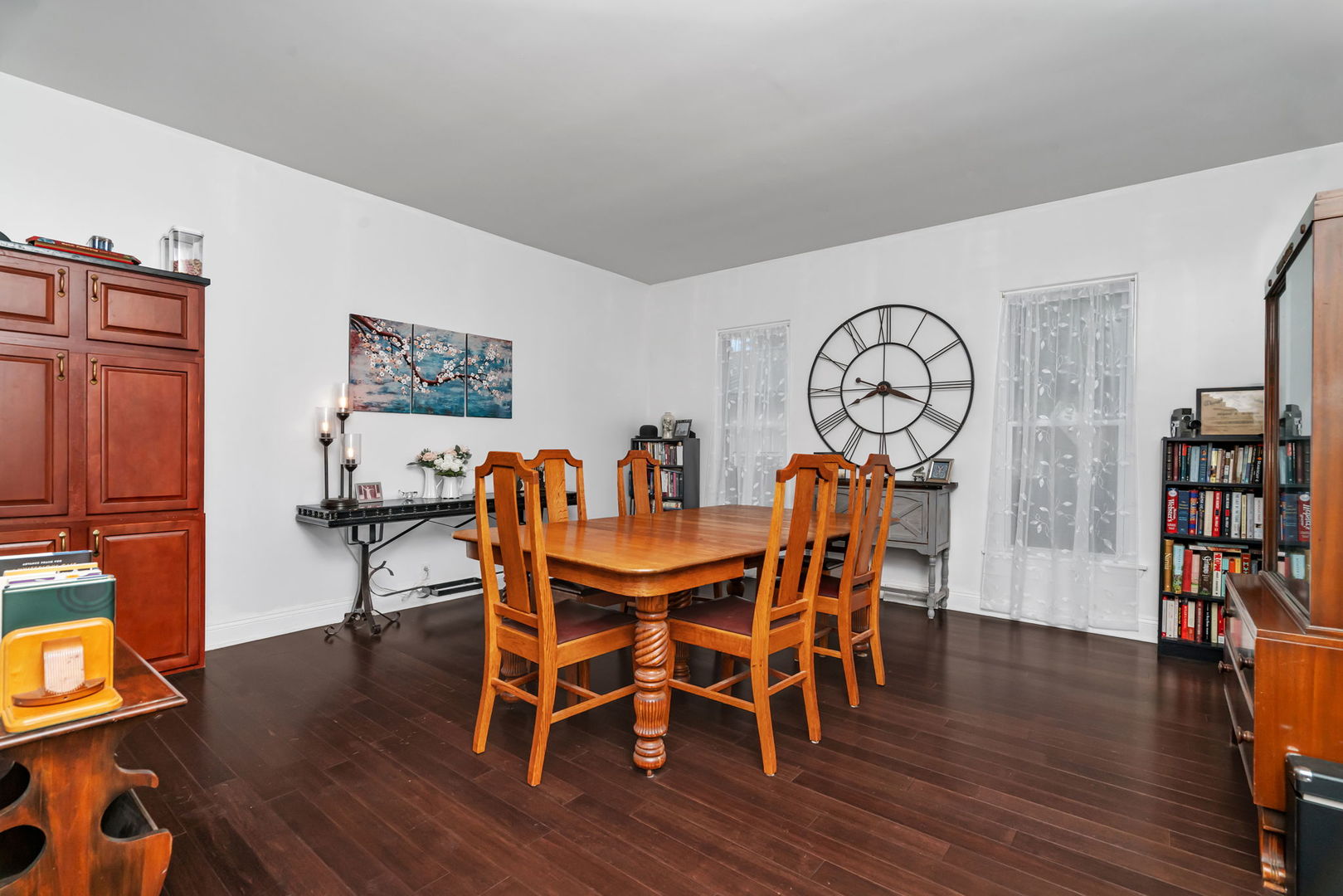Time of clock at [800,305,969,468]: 8:18
